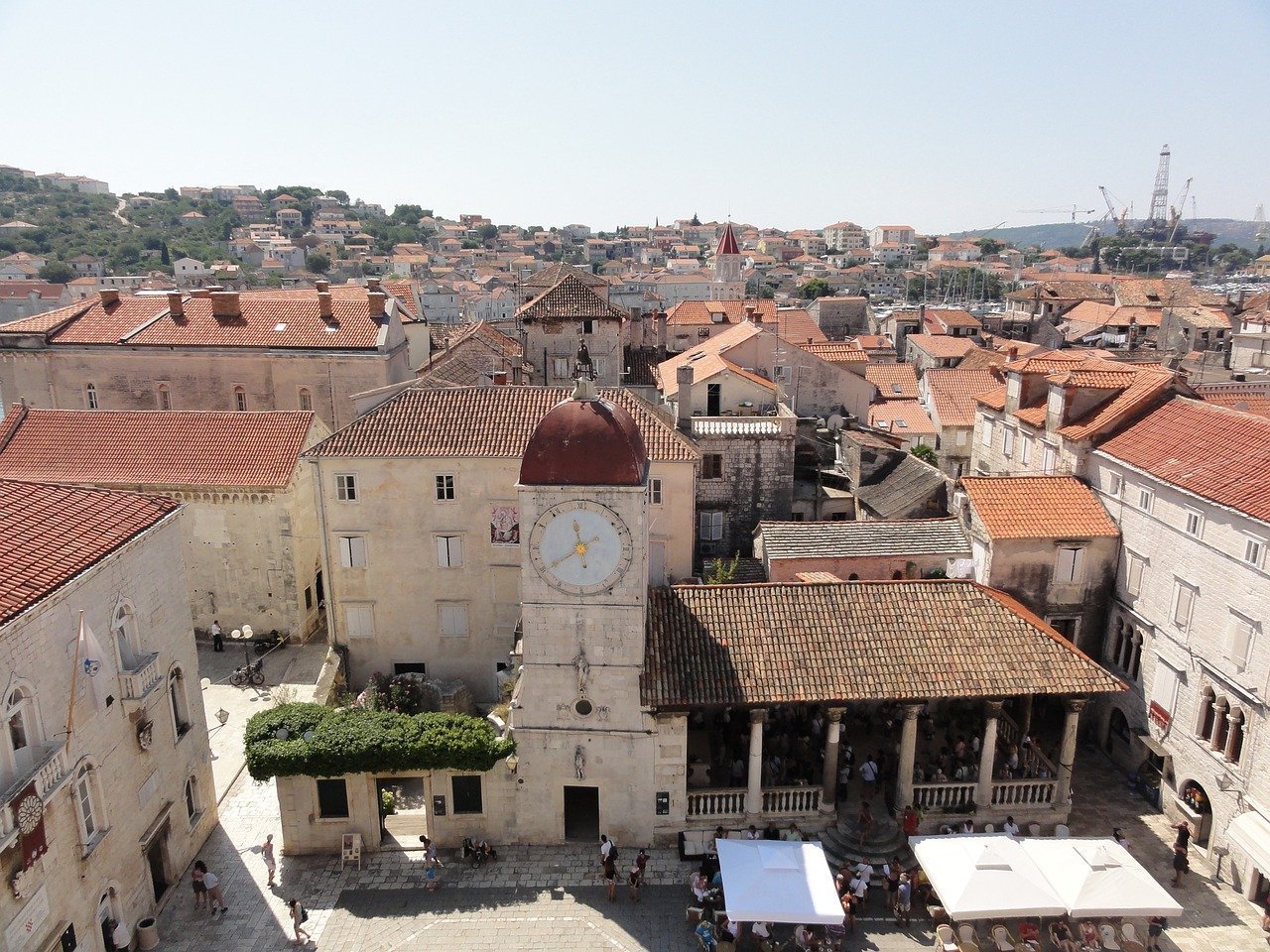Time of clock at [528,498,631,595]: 11:39
